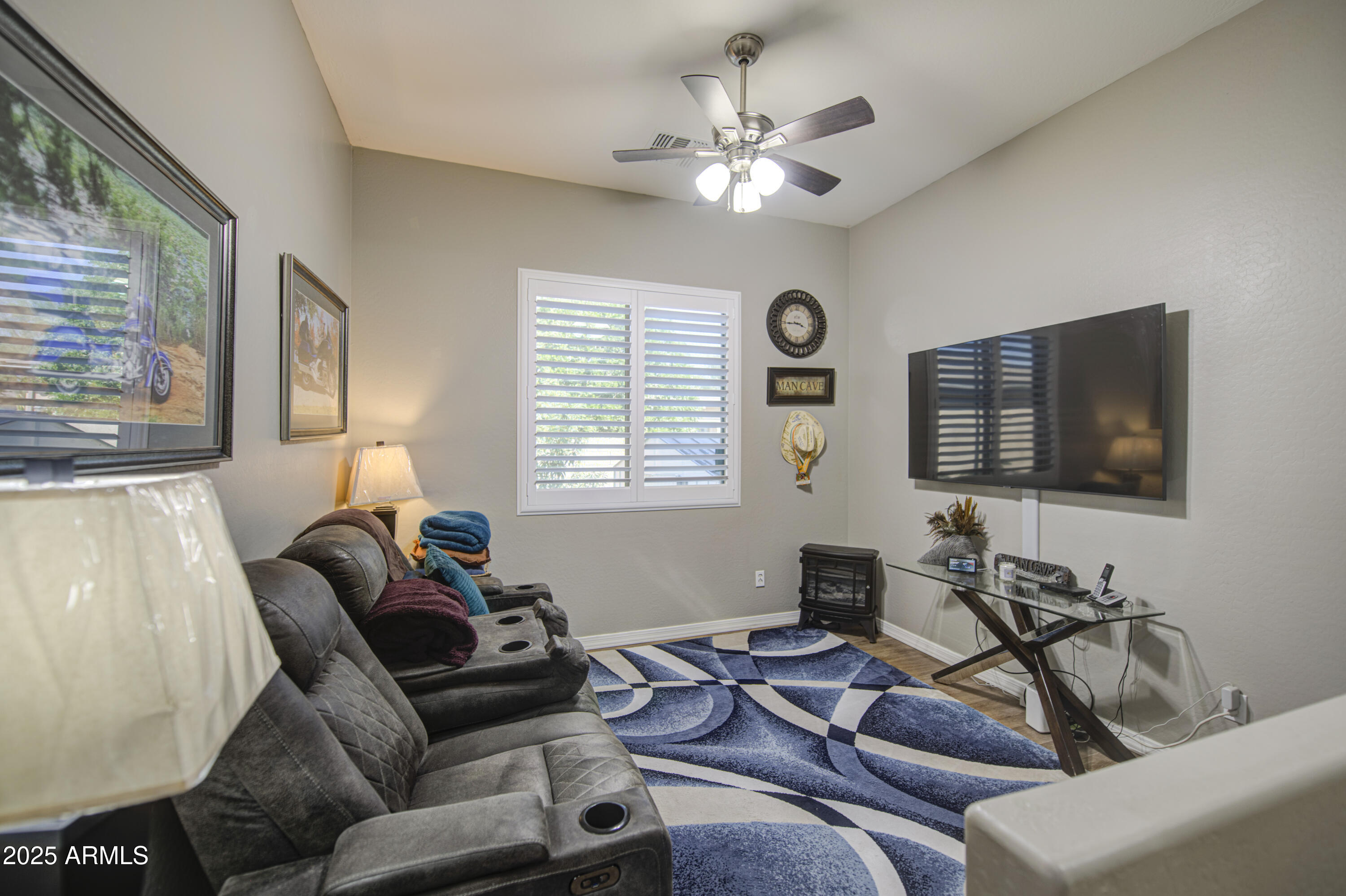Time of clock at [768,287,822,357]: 3:44
